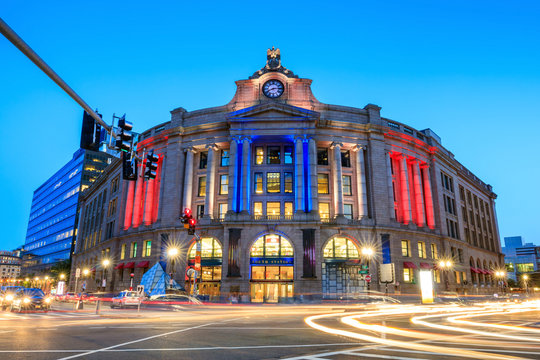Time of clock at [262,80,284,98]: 8:14
